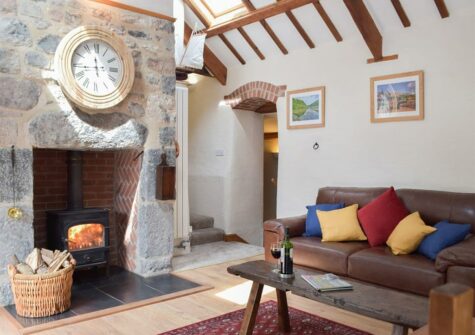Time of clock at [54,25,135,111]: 11:43
